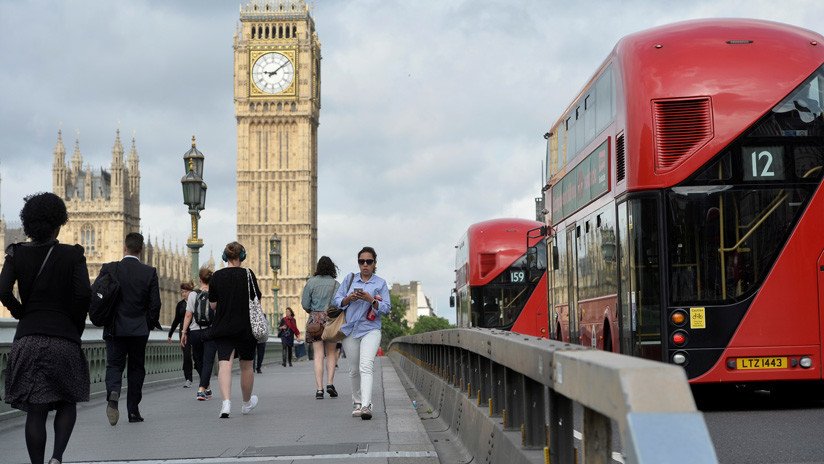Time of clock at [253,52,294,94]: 9:08
